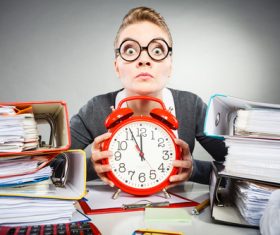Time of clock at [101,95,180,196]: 11:55
